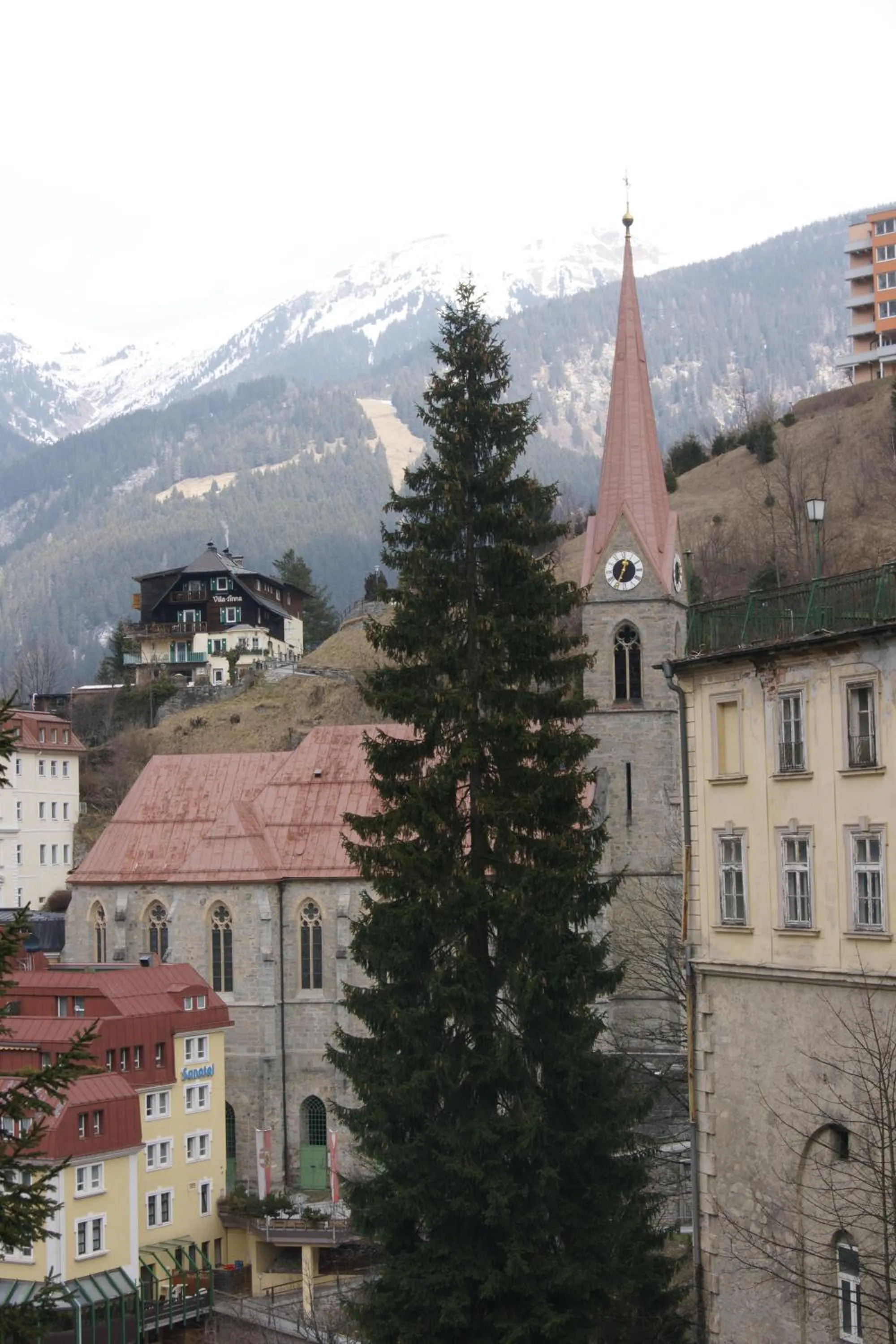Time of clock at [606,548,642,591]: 12:34
